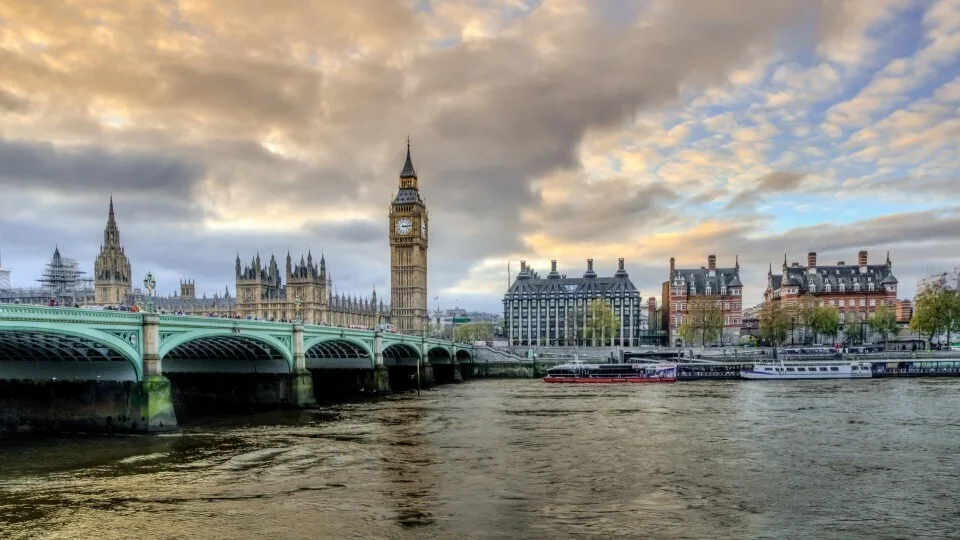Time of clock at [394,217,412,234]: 3:14
